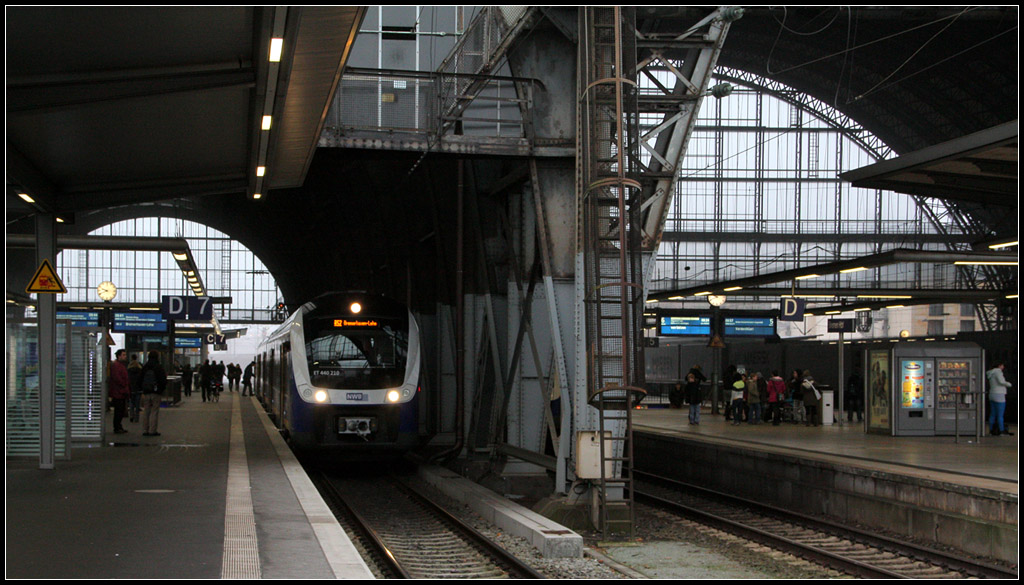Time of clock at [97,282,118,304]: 9:41
